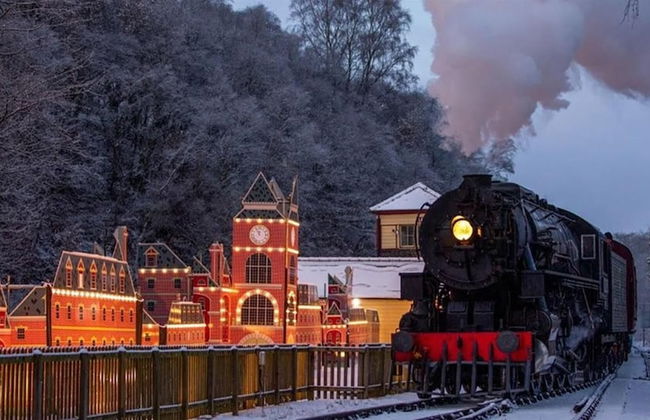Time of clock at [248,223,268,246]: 11:55
